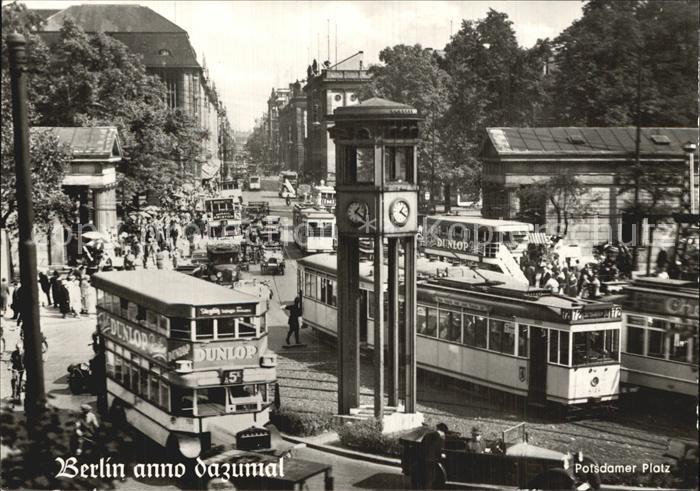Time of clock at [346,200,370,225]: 1:20
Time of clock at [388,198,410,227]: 1:20
